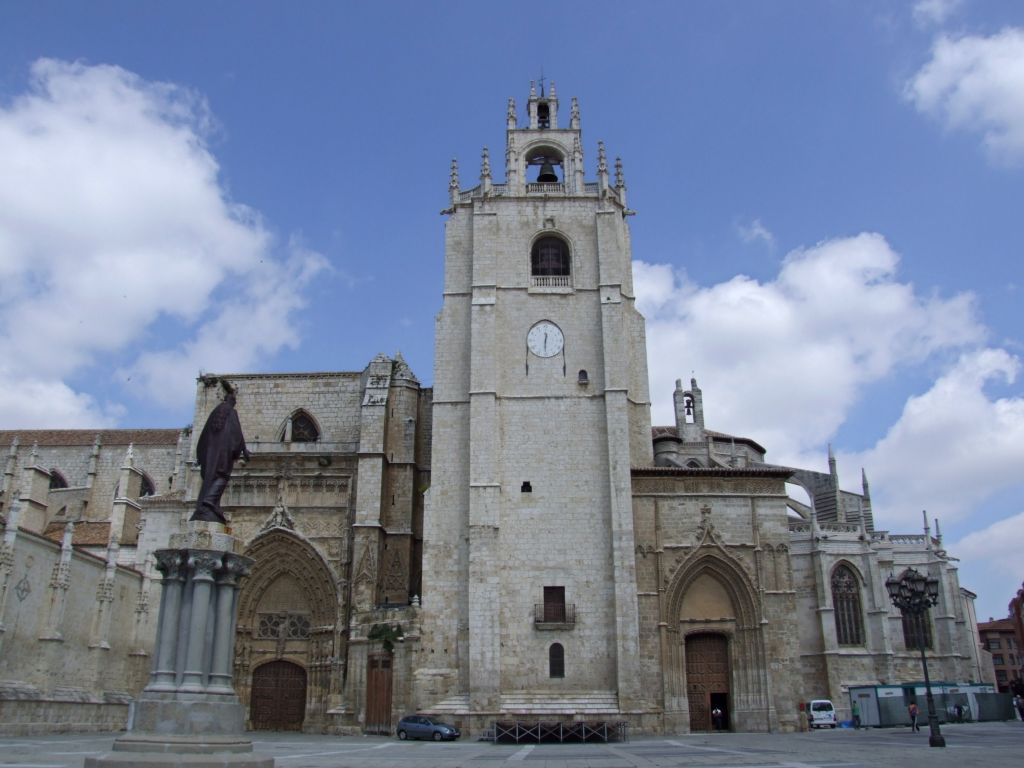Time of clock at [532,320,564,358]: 12:30
